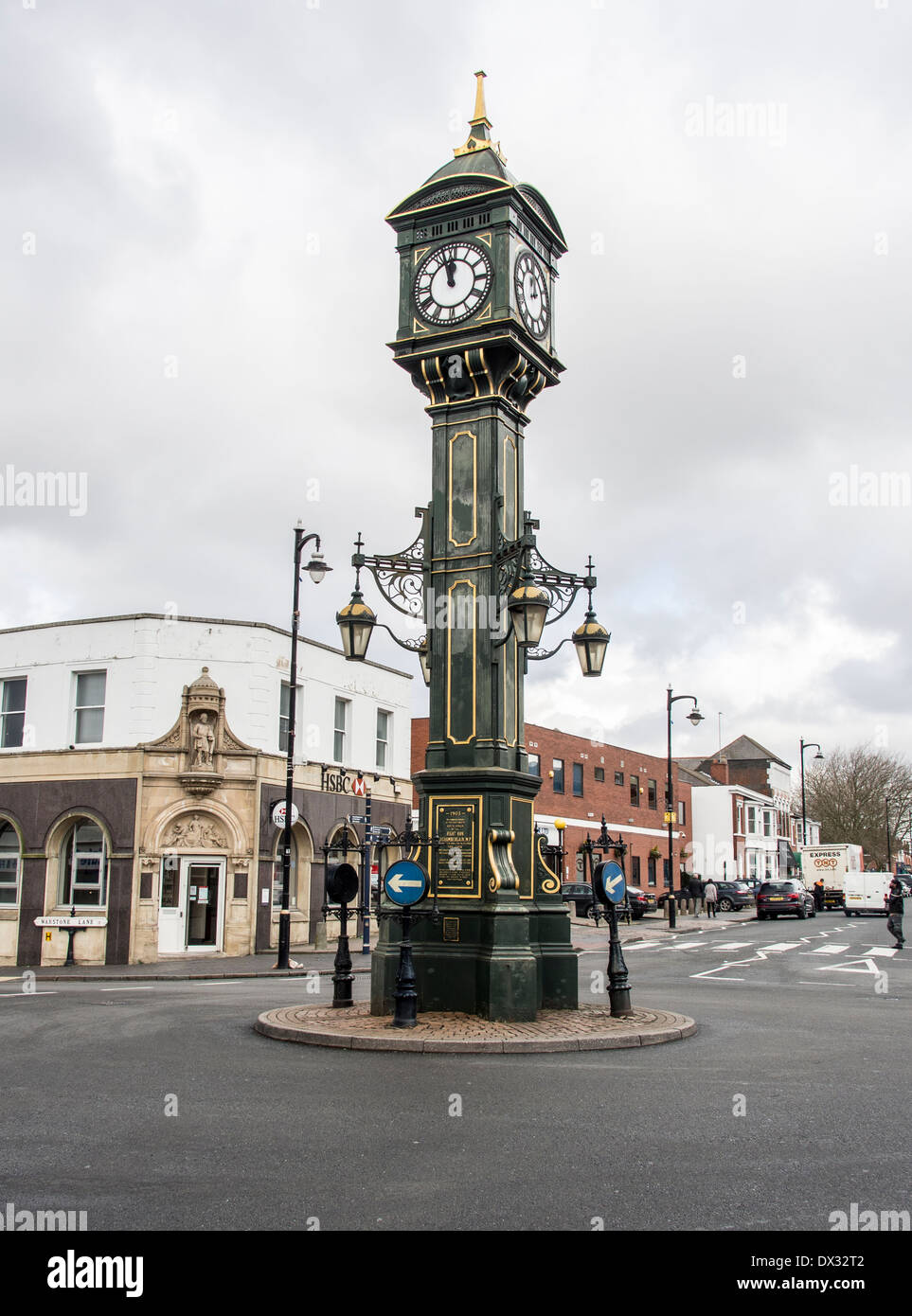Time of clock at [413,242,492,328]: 11:57
